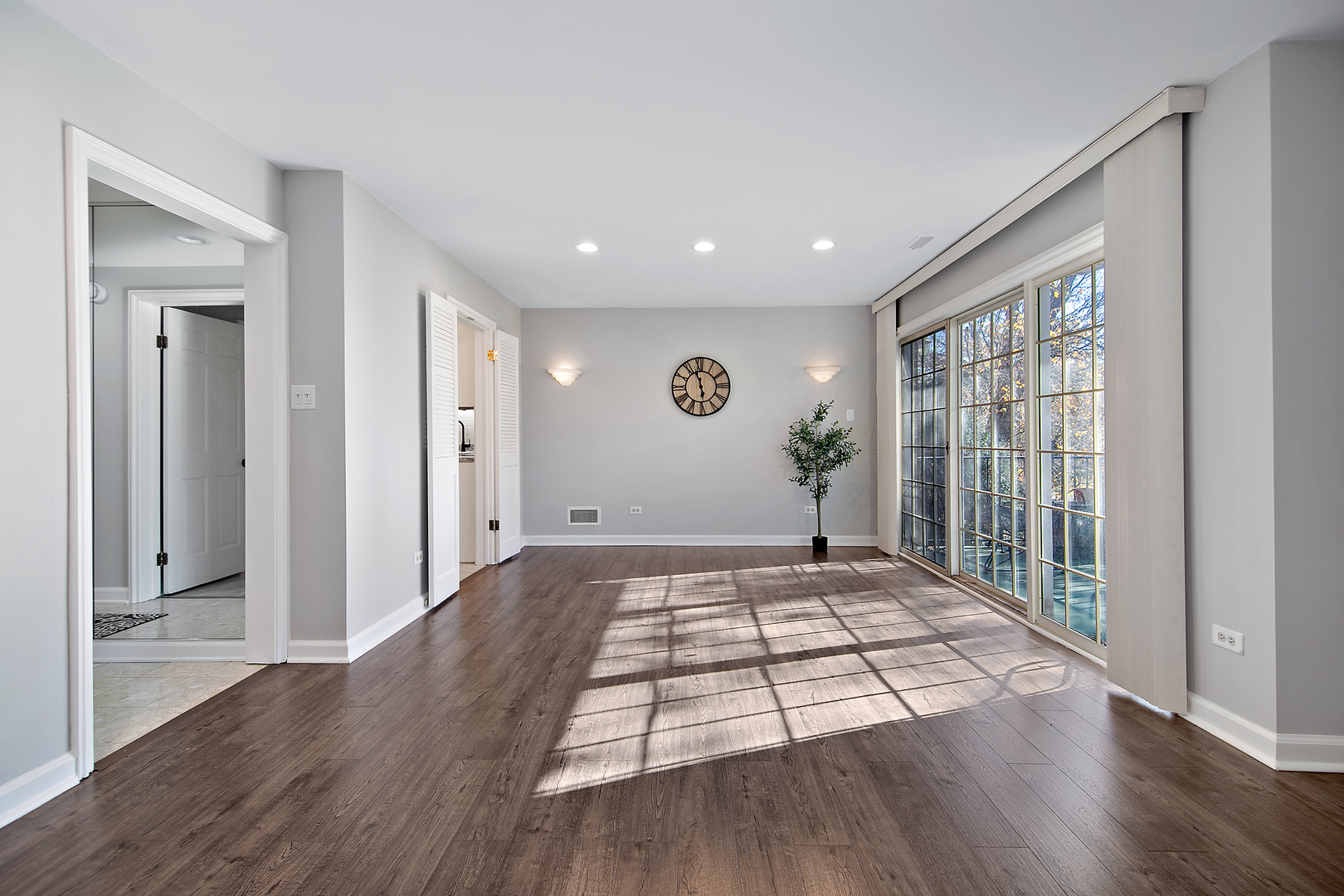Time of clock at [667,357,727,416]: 5:57
